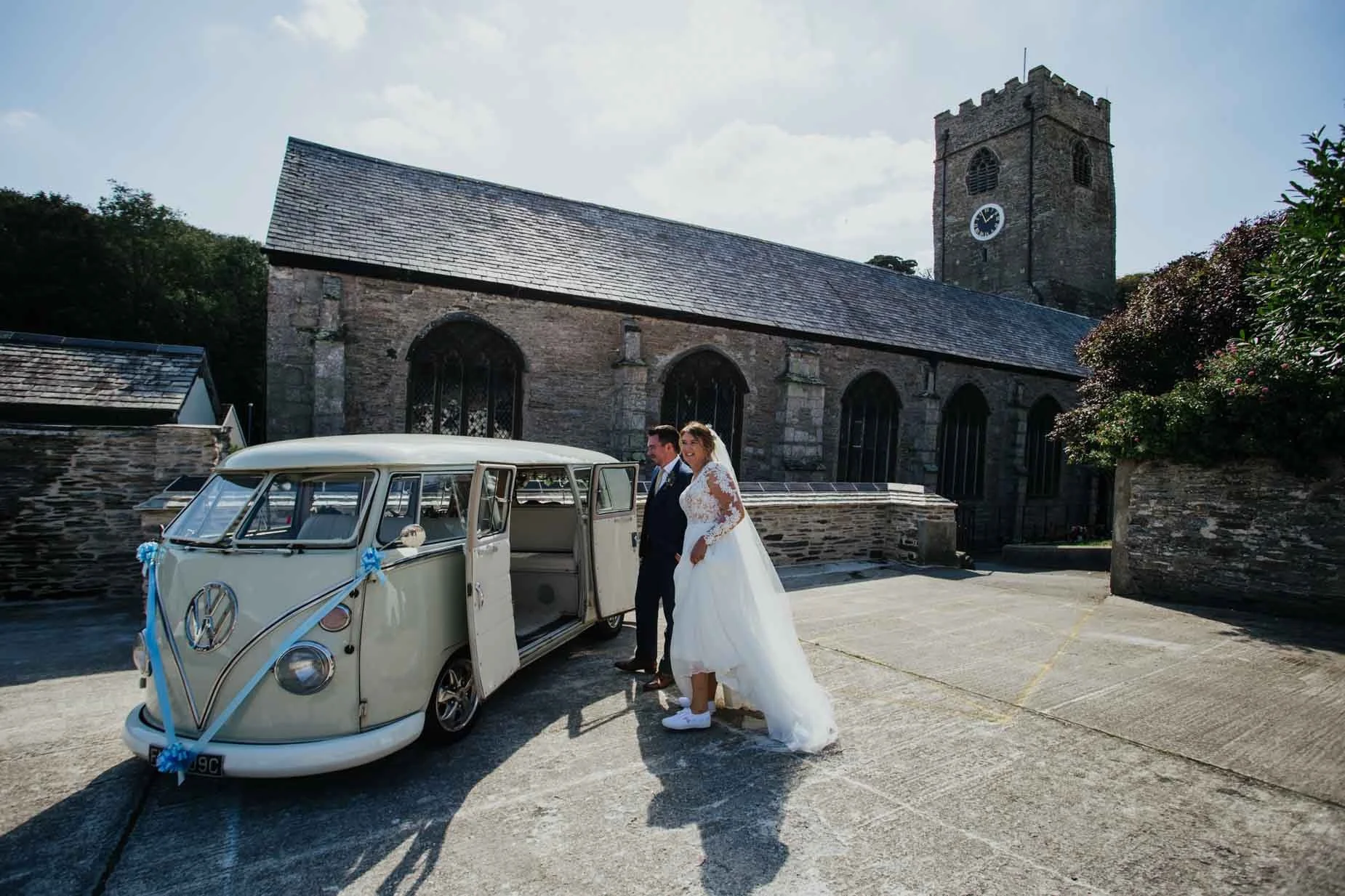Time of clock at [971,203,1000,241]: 1:56
